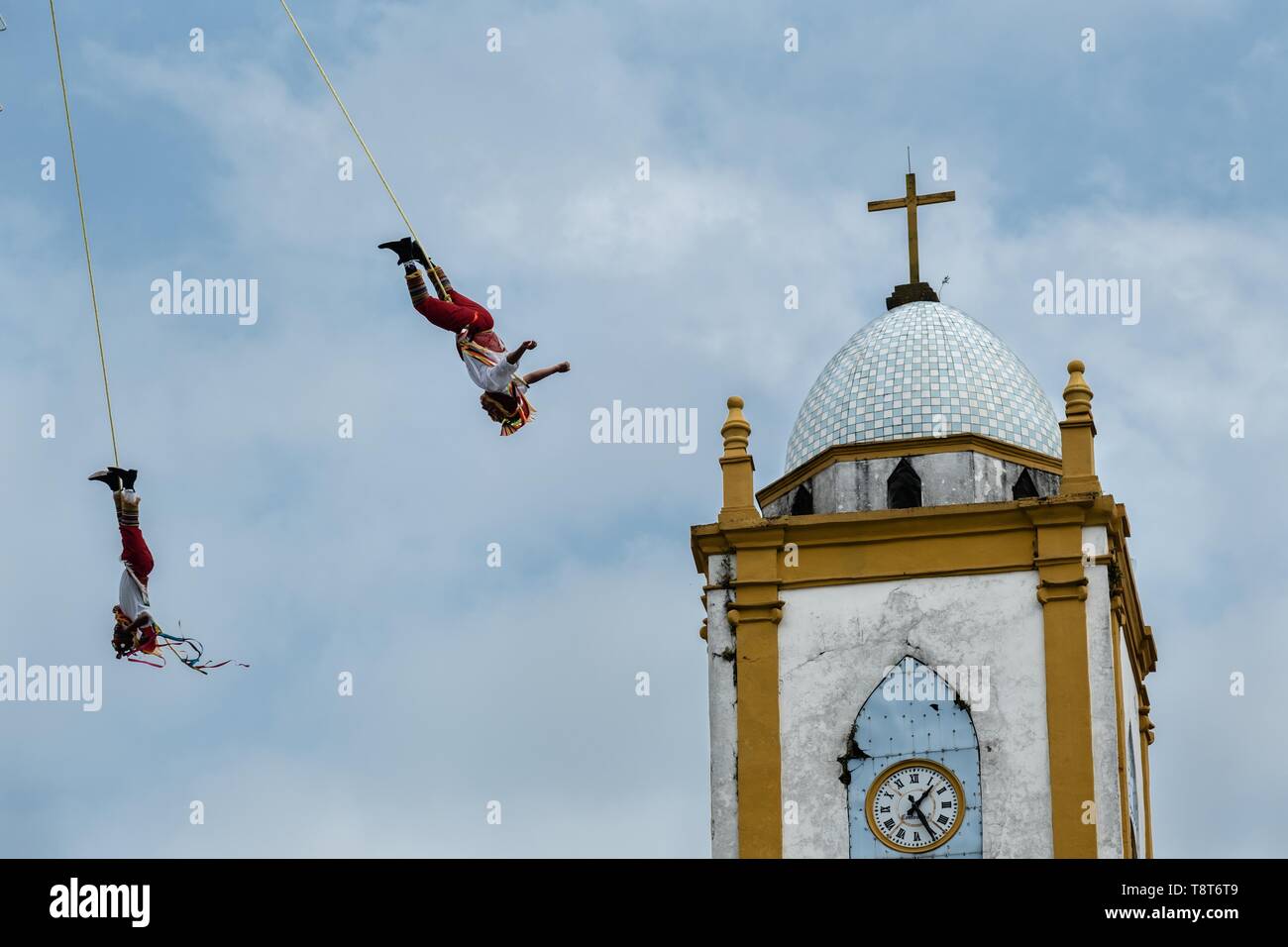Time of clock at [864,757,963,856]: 1:25
